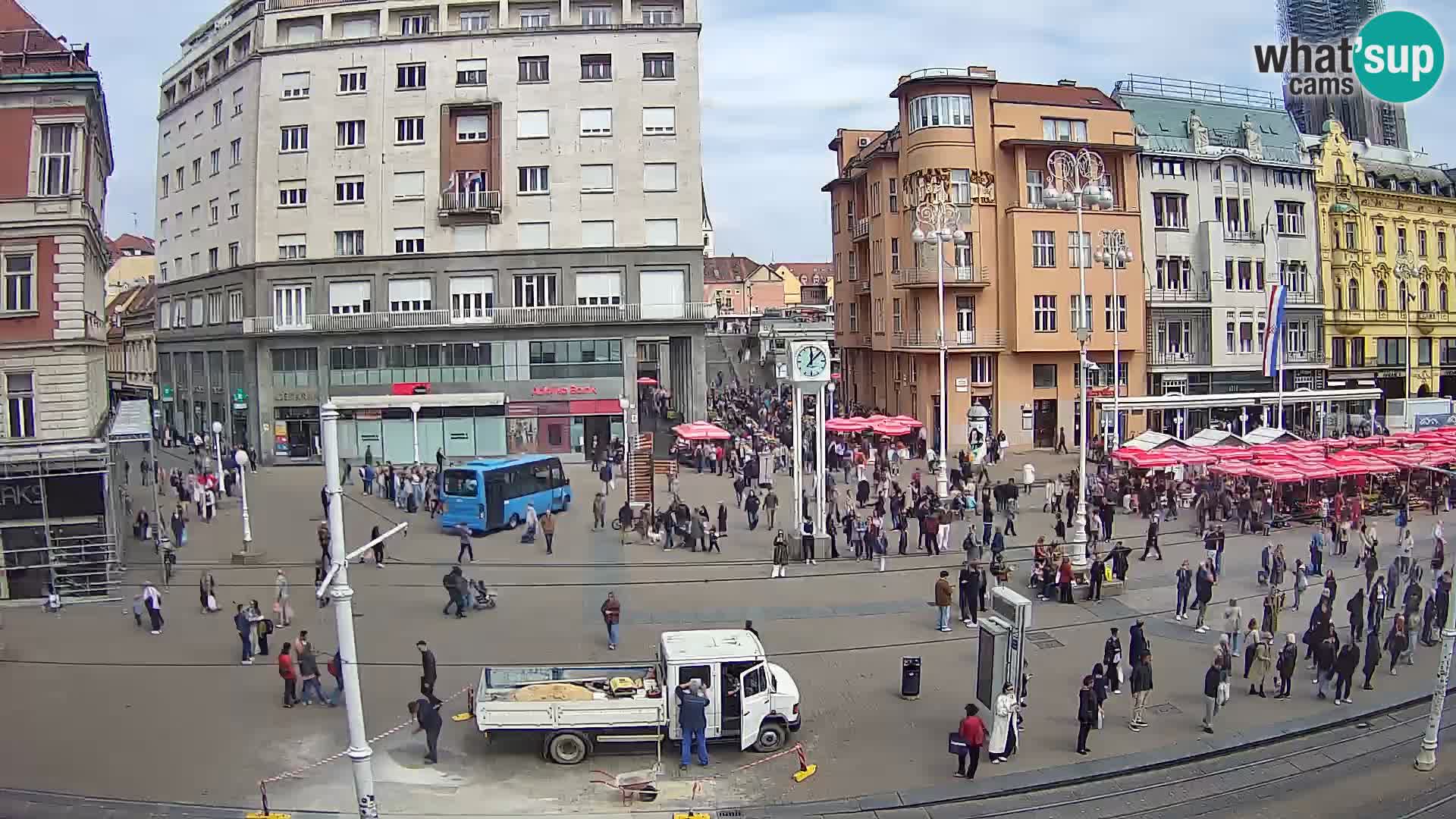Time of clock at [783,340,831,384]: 12:07
